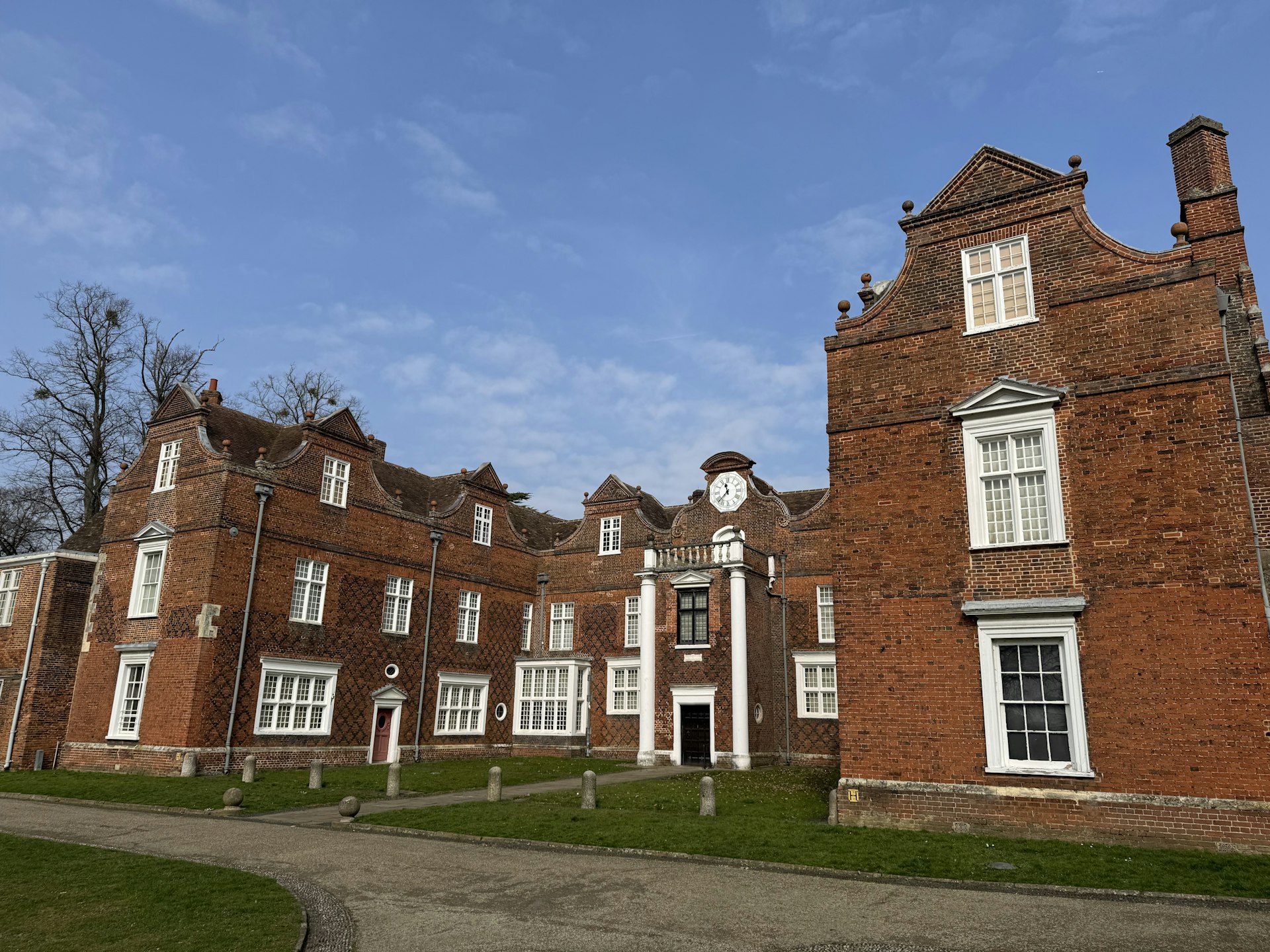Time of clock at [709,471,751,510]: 11:37
